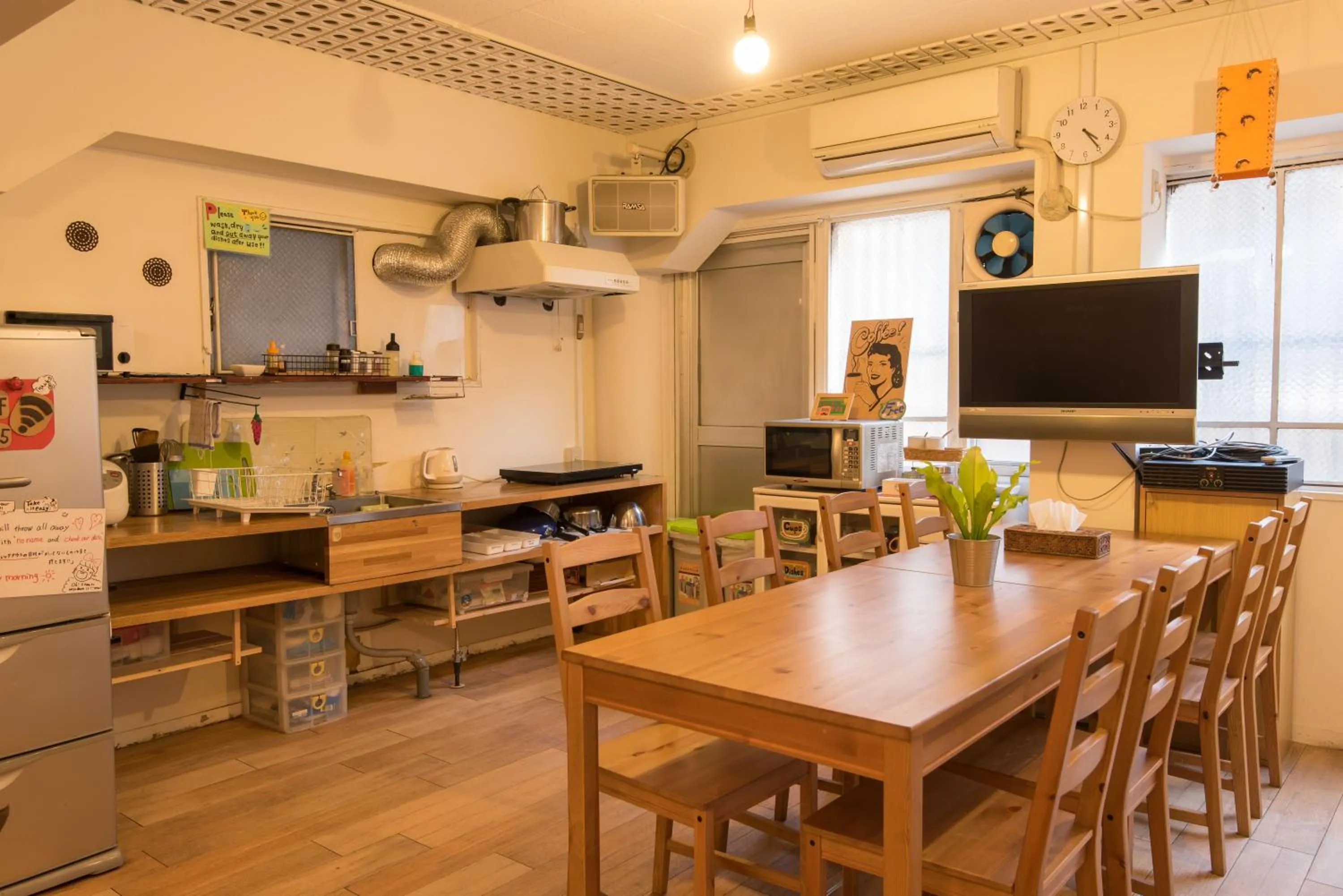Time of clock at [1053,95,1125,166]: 4:24
